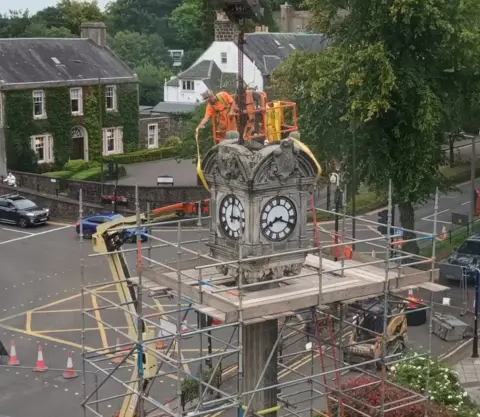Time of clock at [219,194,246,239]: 3:00
